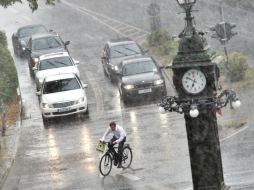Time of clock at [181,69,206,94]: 6:50
